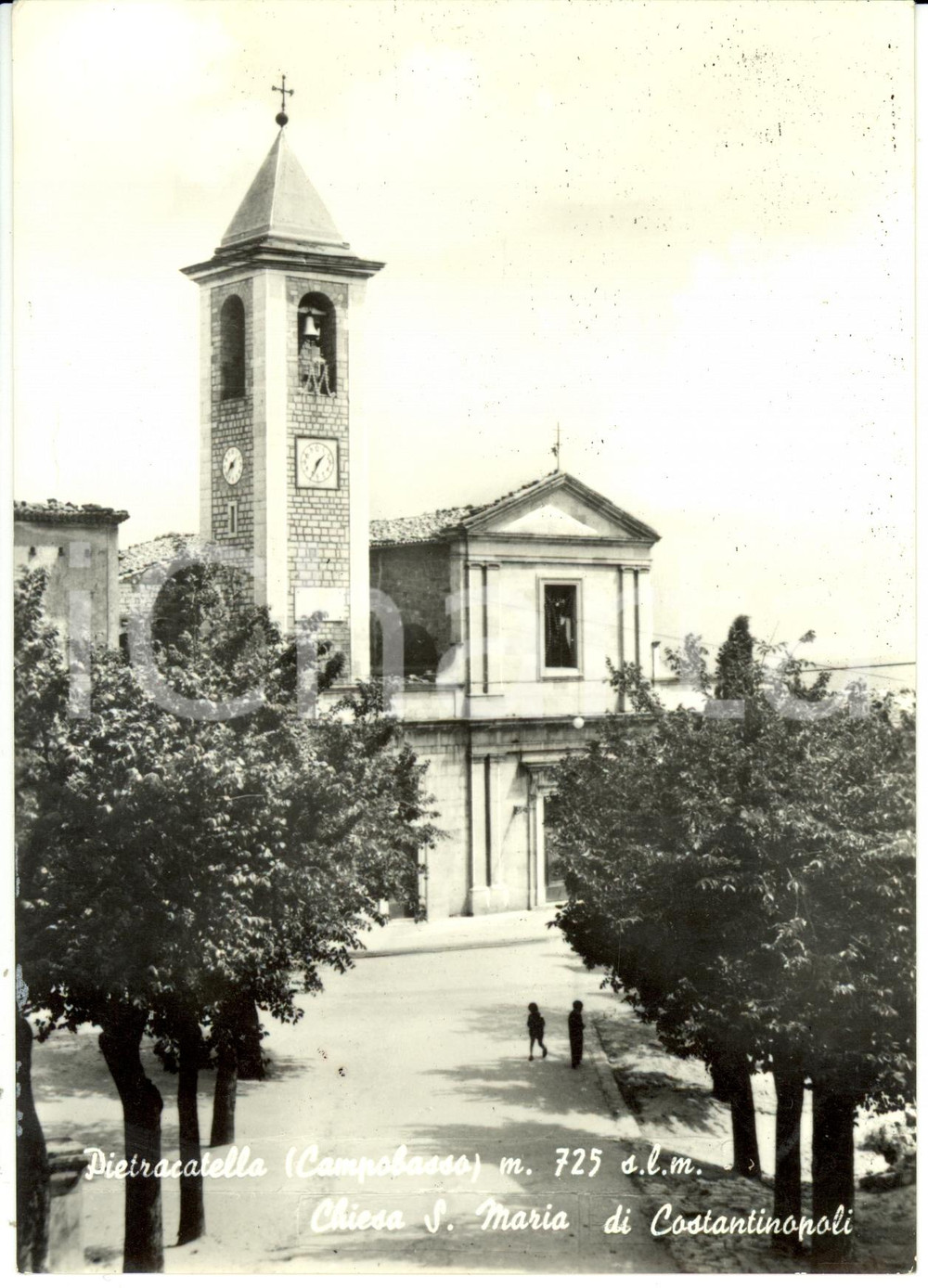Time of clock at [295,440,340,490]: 1:34
